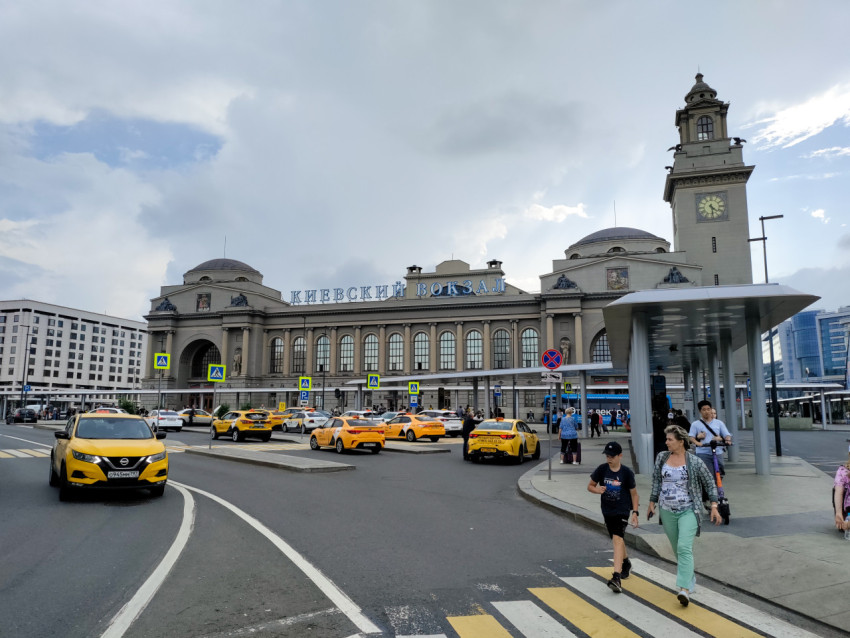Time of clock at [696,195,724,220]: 4:29
